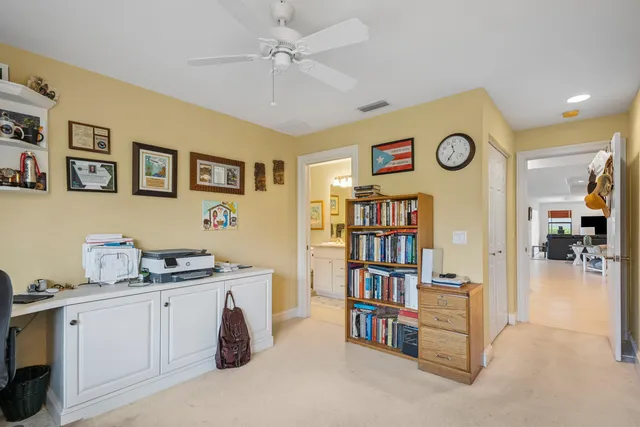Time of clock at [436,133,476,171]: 11:36
